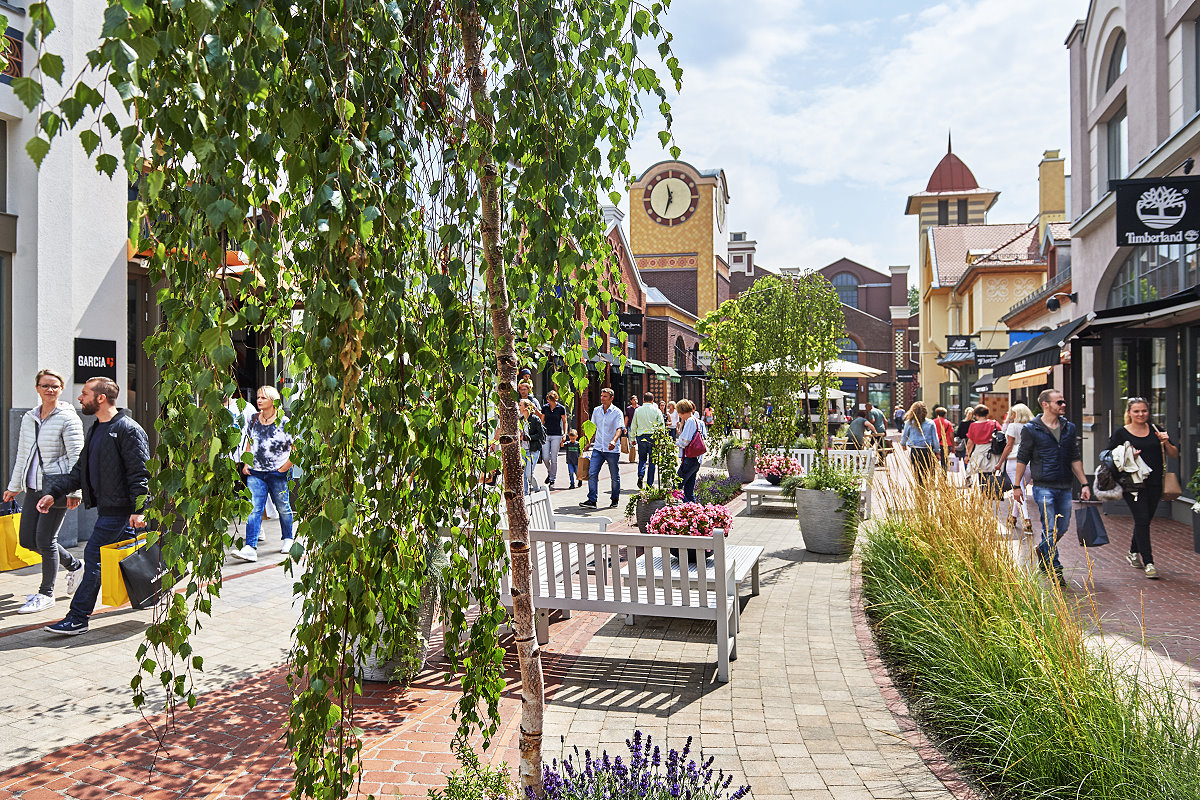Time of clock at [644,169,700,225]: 11:33
